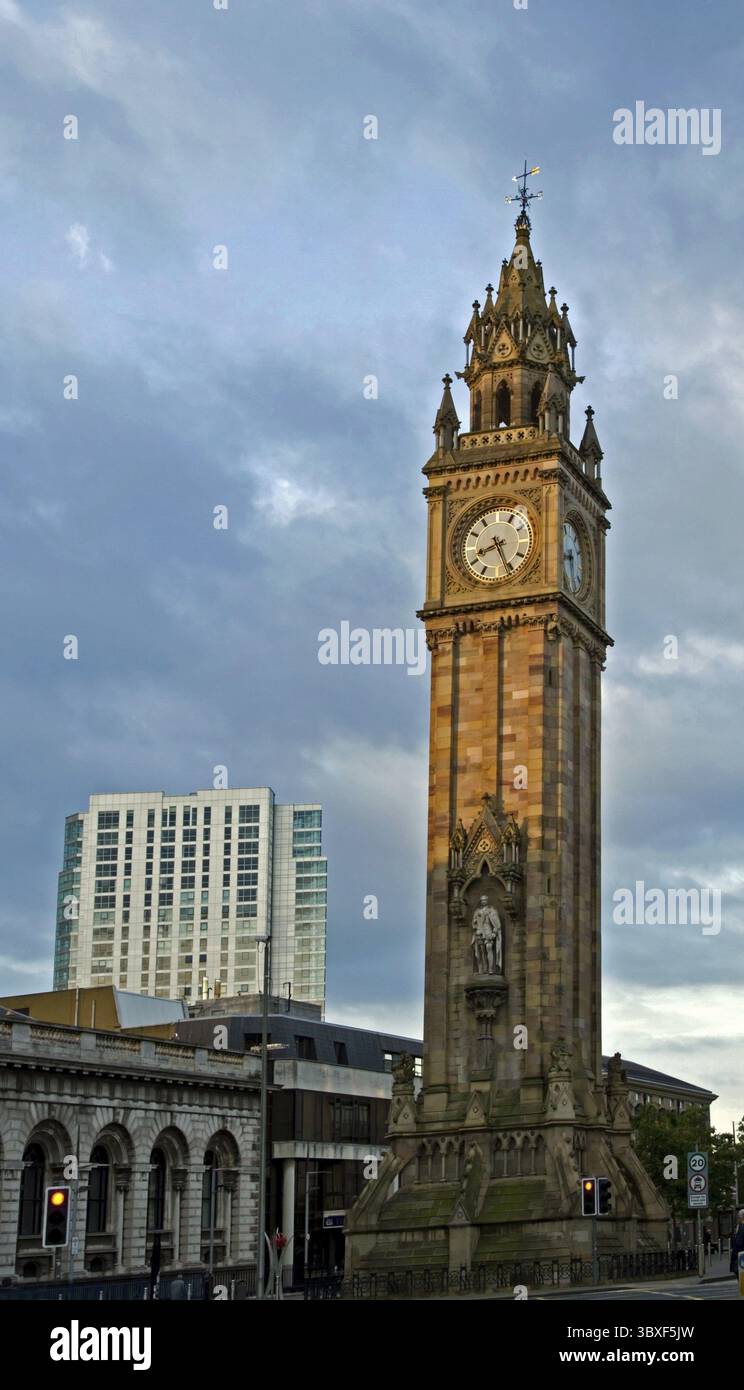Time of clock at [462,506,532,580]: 8:26
